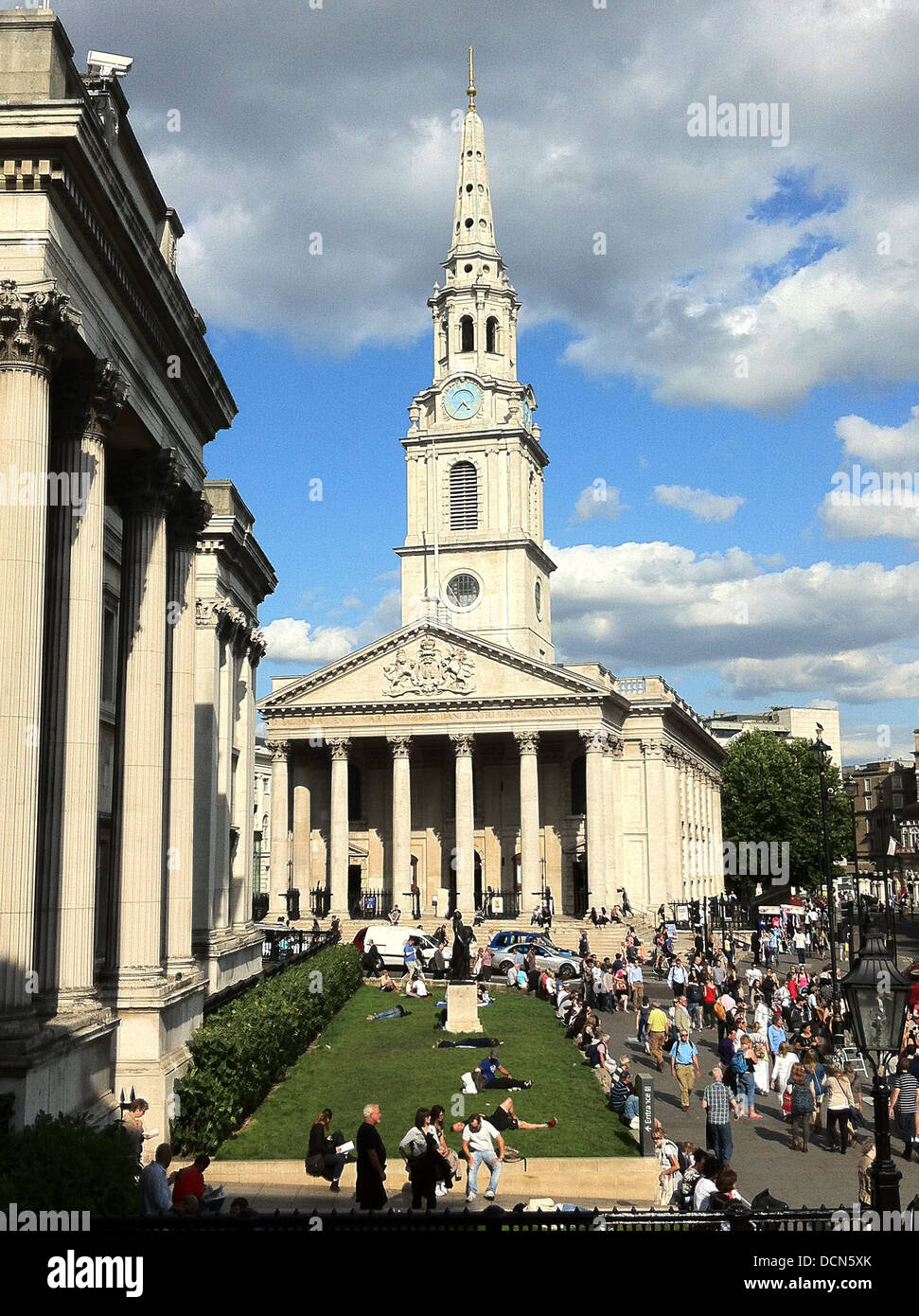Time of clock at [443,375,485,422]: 4:36
